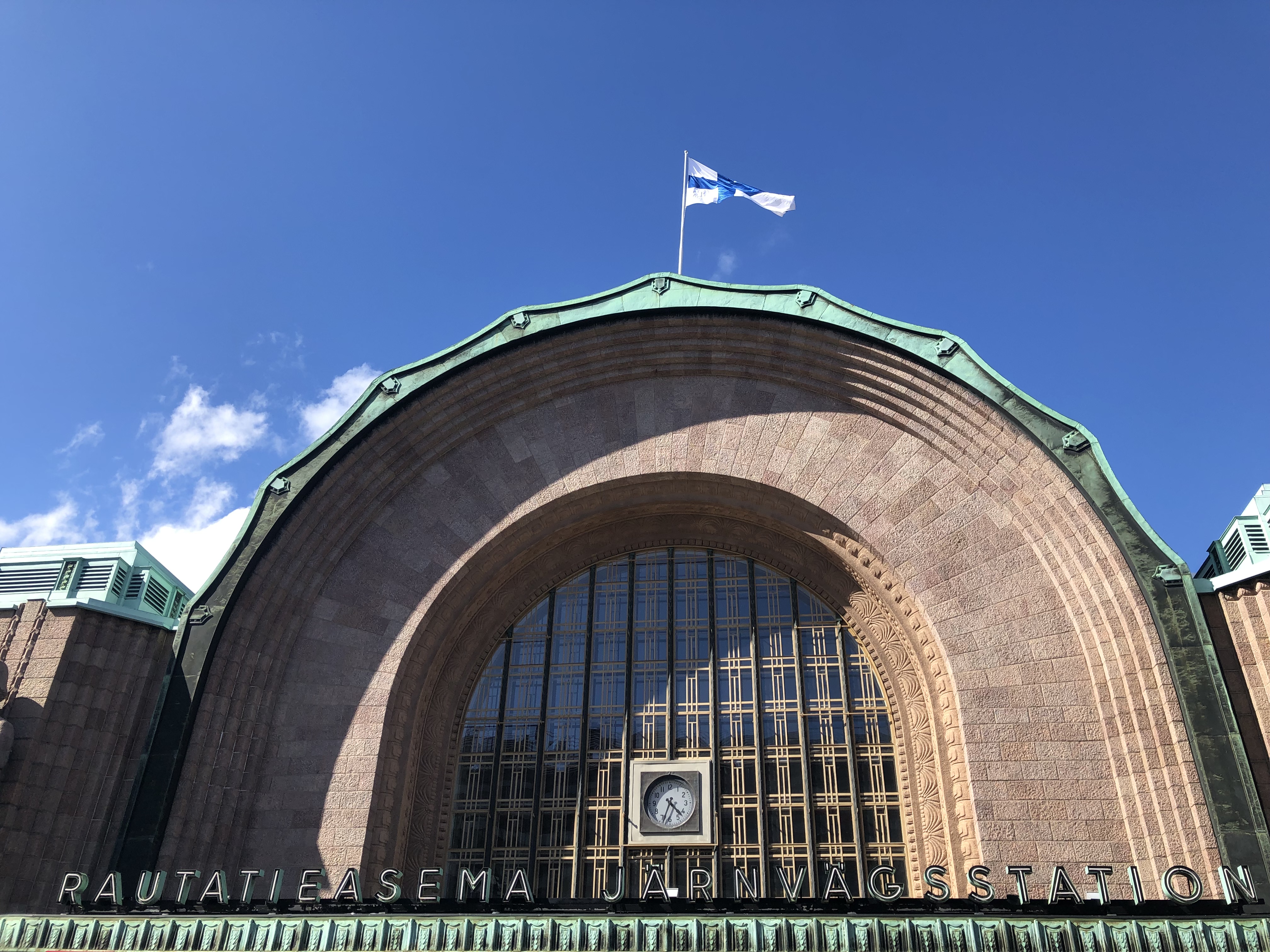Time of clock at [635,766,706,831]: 4:33
